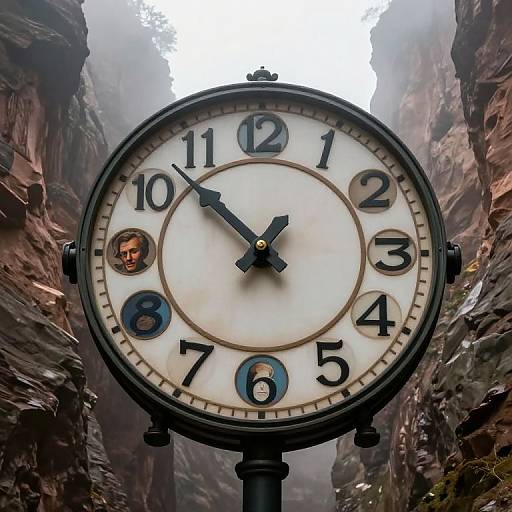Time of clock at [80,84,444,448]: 12:52
